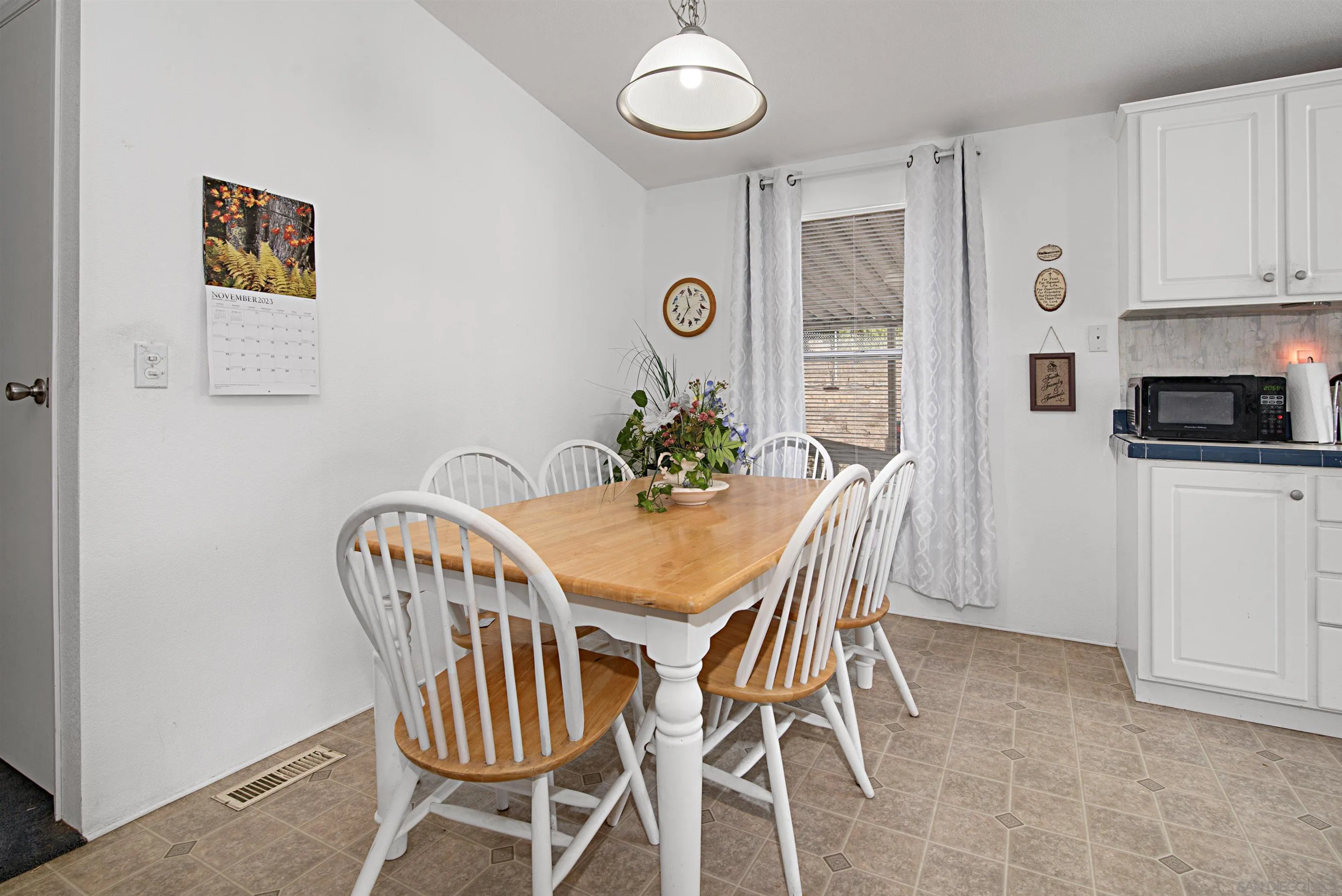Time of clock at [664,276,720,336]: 11:36
